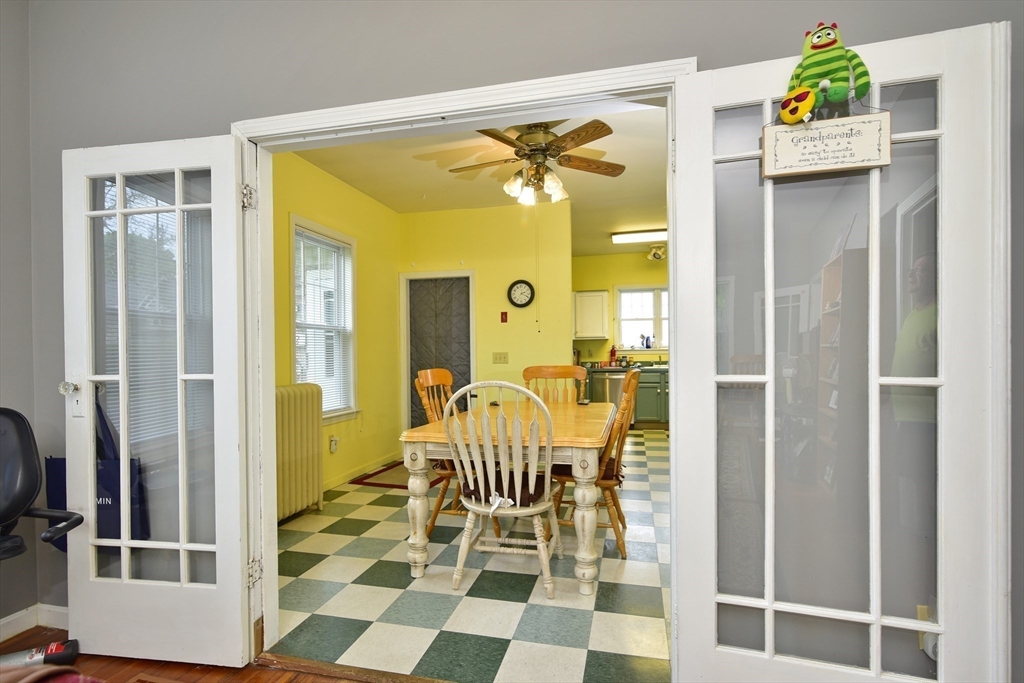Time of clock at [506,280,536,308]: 2:19
